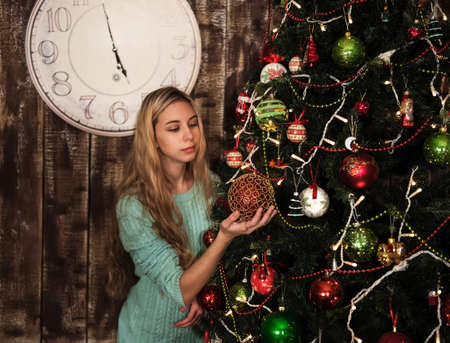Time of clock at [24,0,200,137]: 4:57
